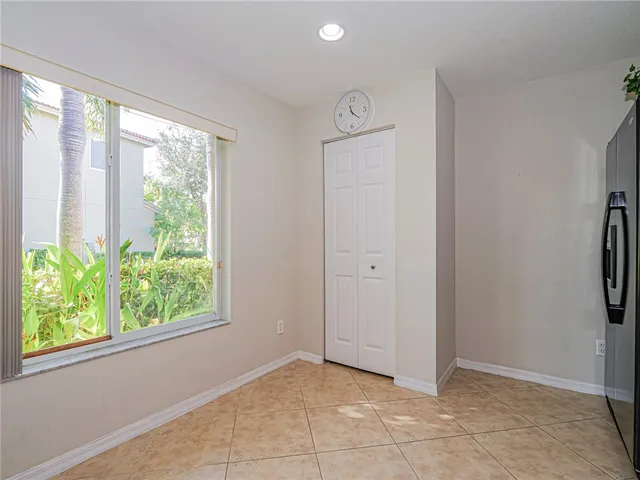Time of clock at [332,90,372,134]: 11:21
